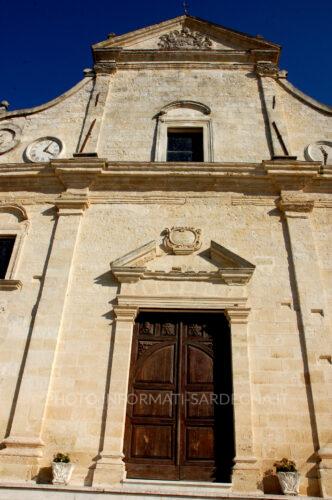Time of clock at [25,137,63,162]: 4:04
